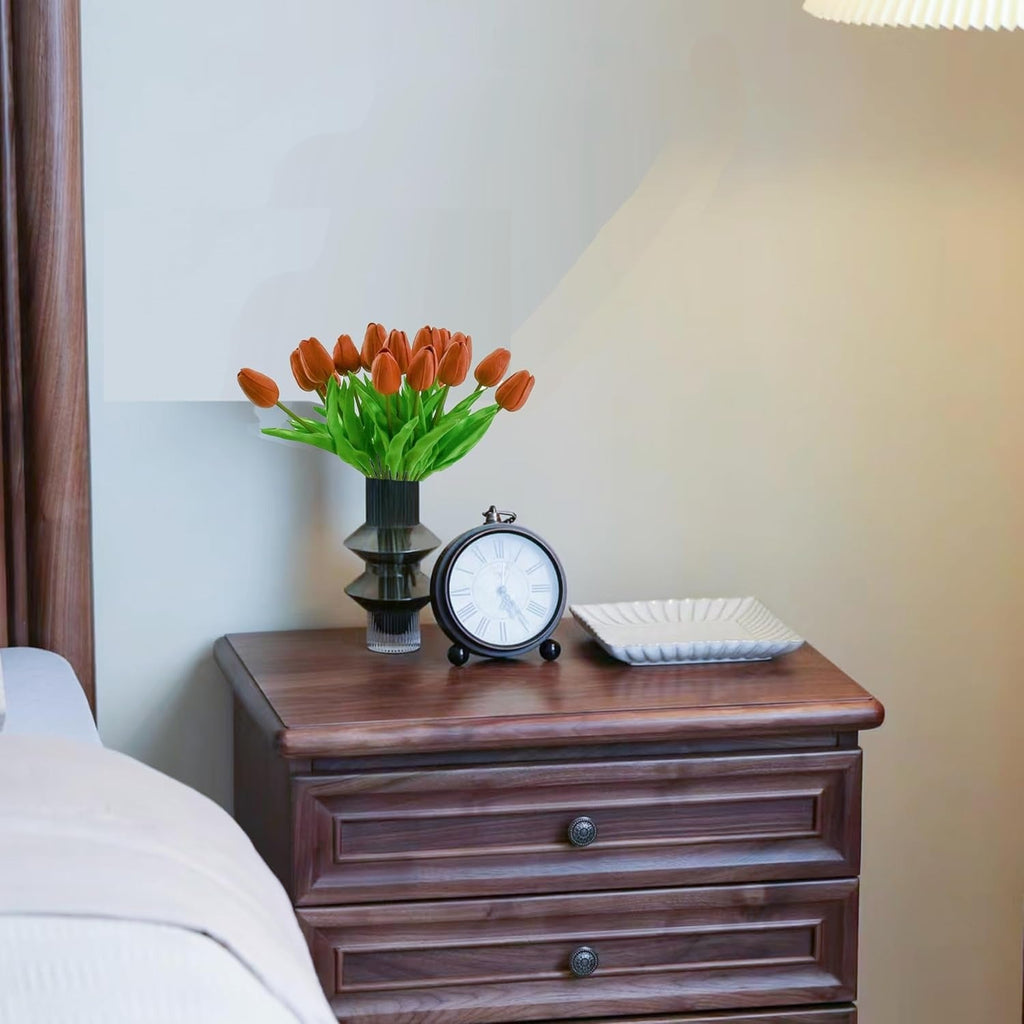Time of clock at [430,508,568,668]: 12:24
